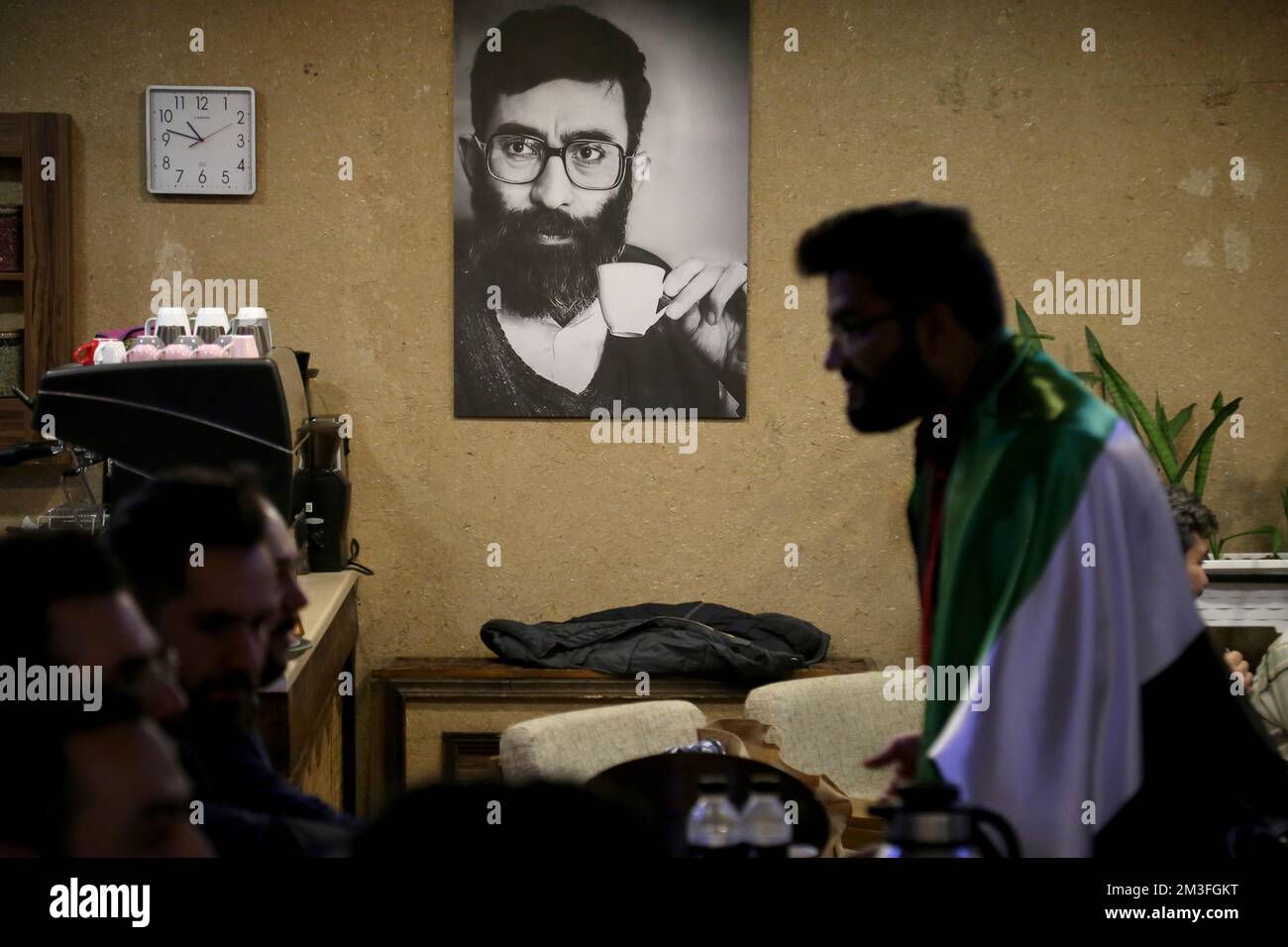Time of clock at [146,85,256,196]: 10:47
